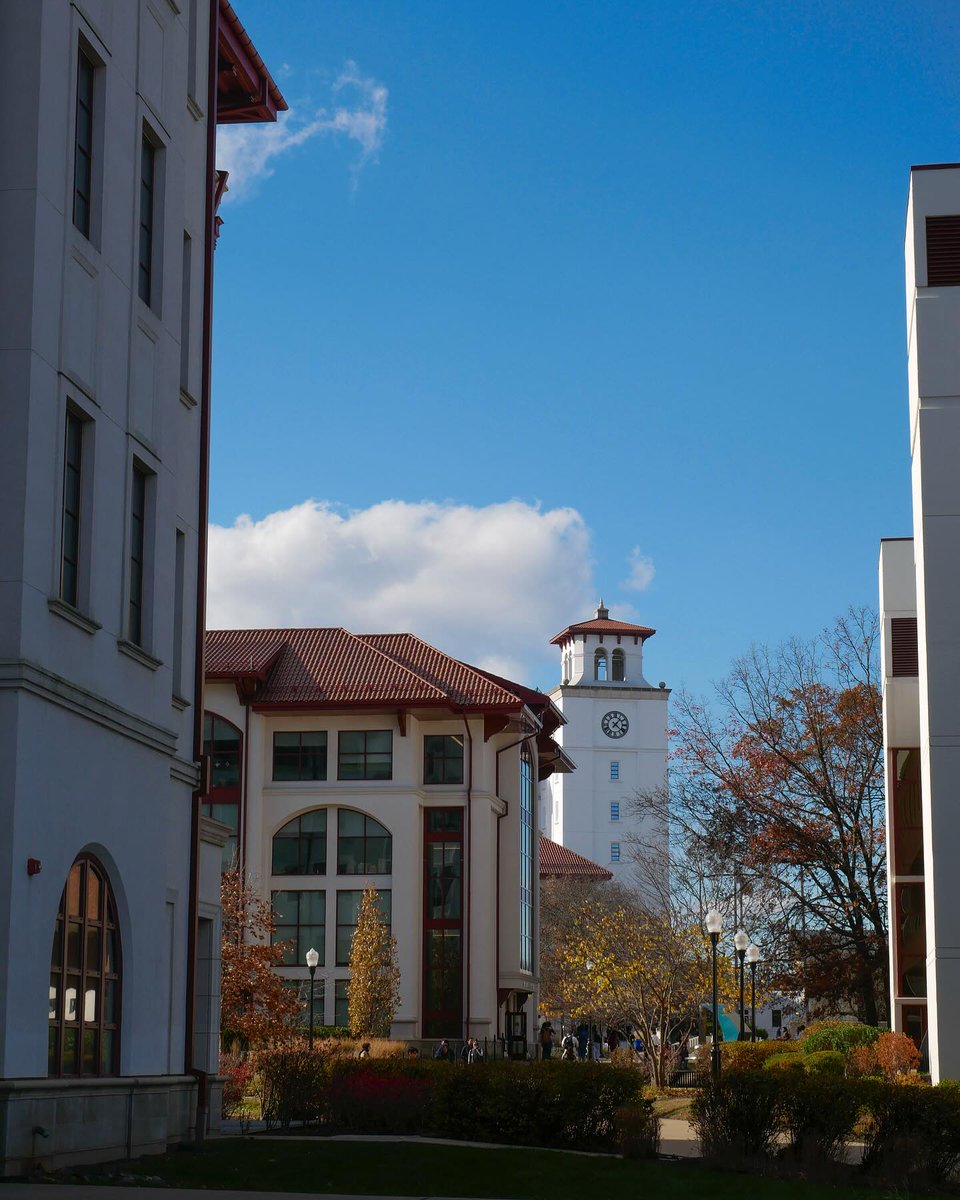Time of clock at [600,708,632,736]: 1:21
